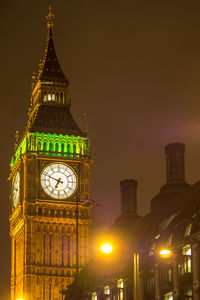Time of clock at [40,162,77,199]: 6:48
